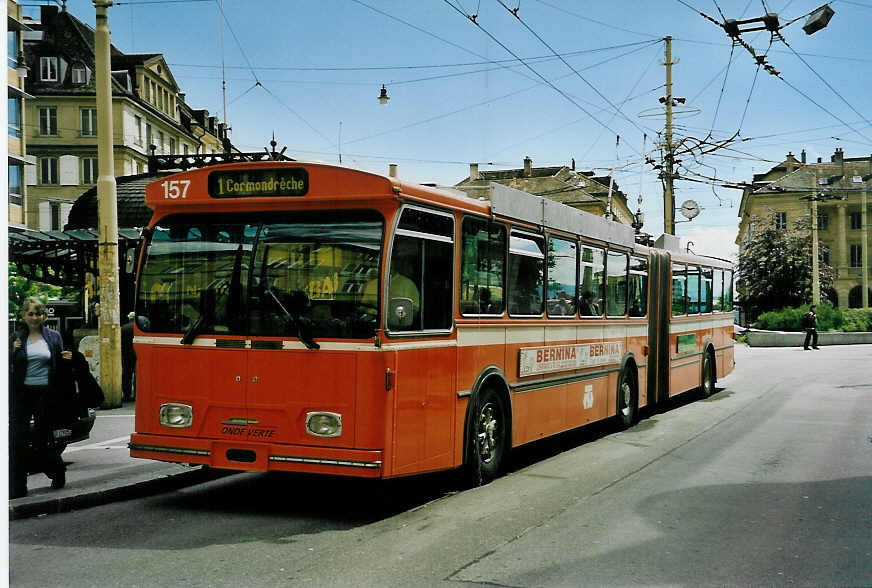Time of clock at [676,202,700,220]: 2:48
